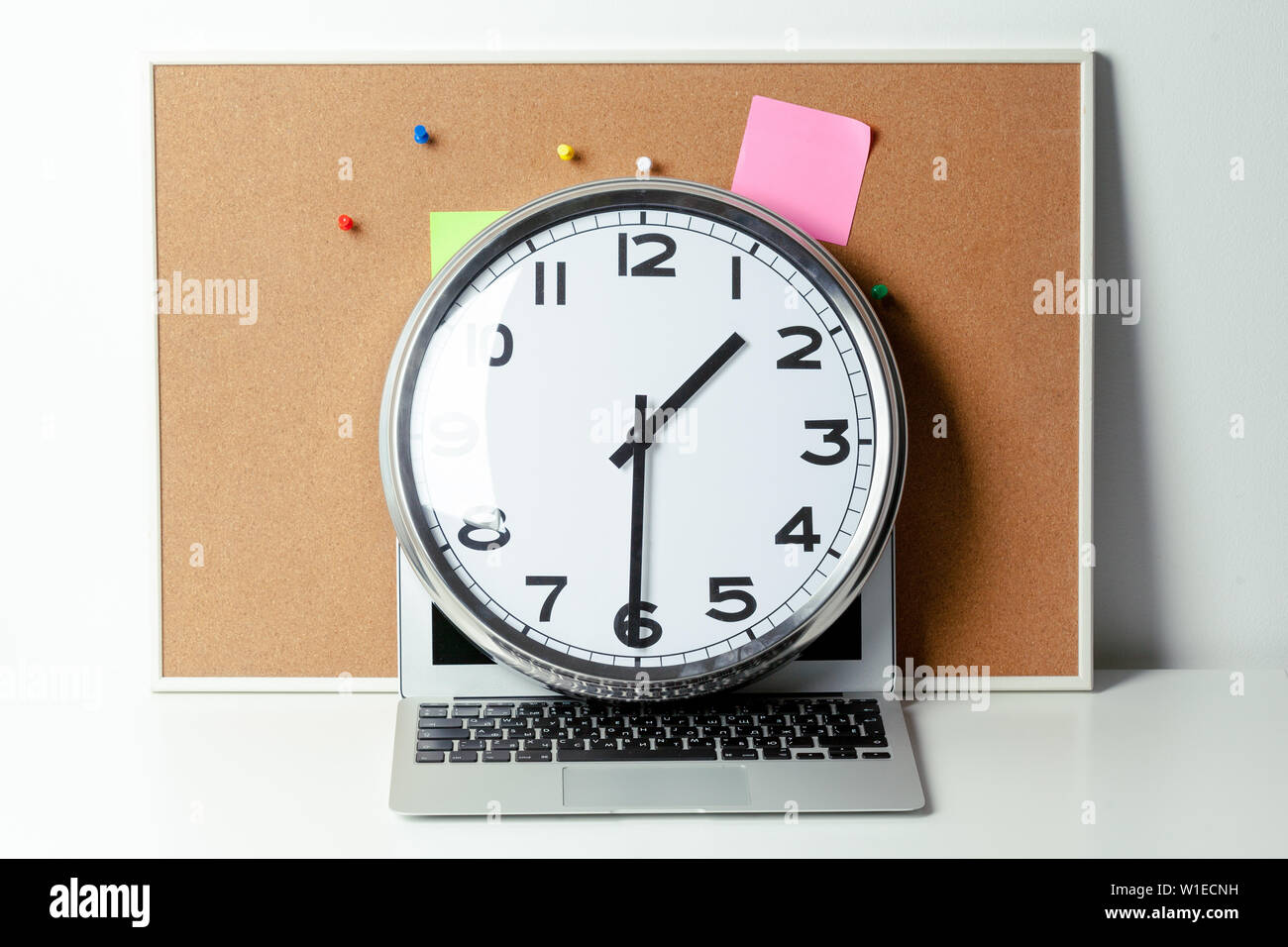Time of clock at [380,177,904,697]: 1:30
